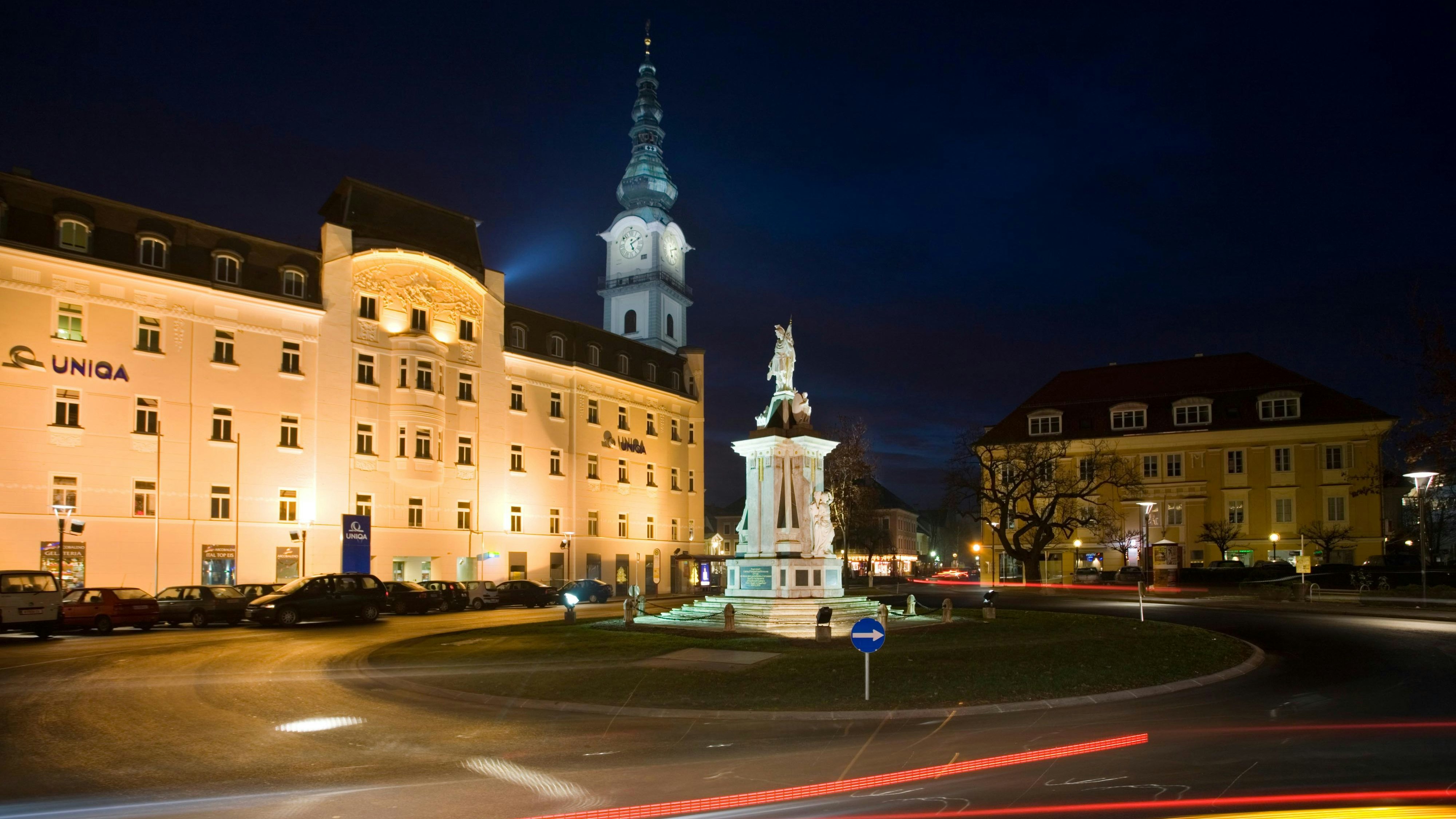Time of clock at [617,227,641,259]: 5:09
